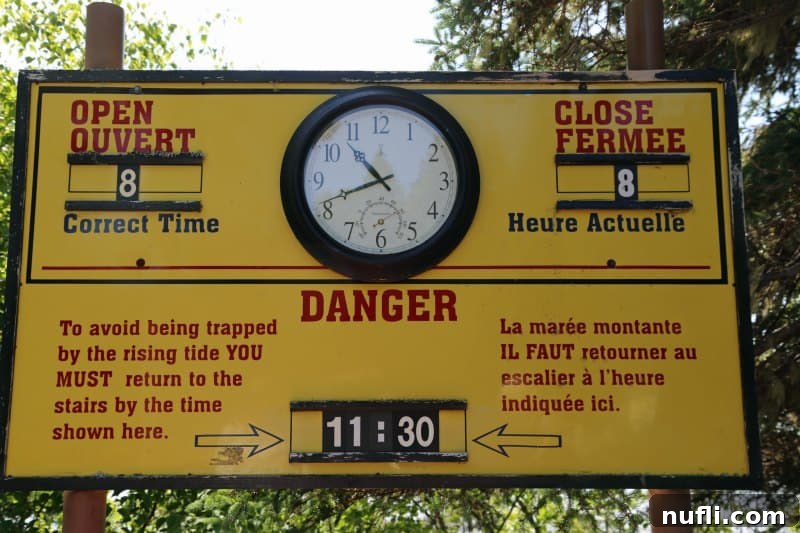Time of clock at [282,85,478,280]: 10:41
